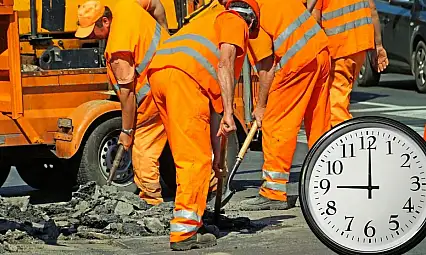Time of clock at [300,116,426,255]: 9:00
